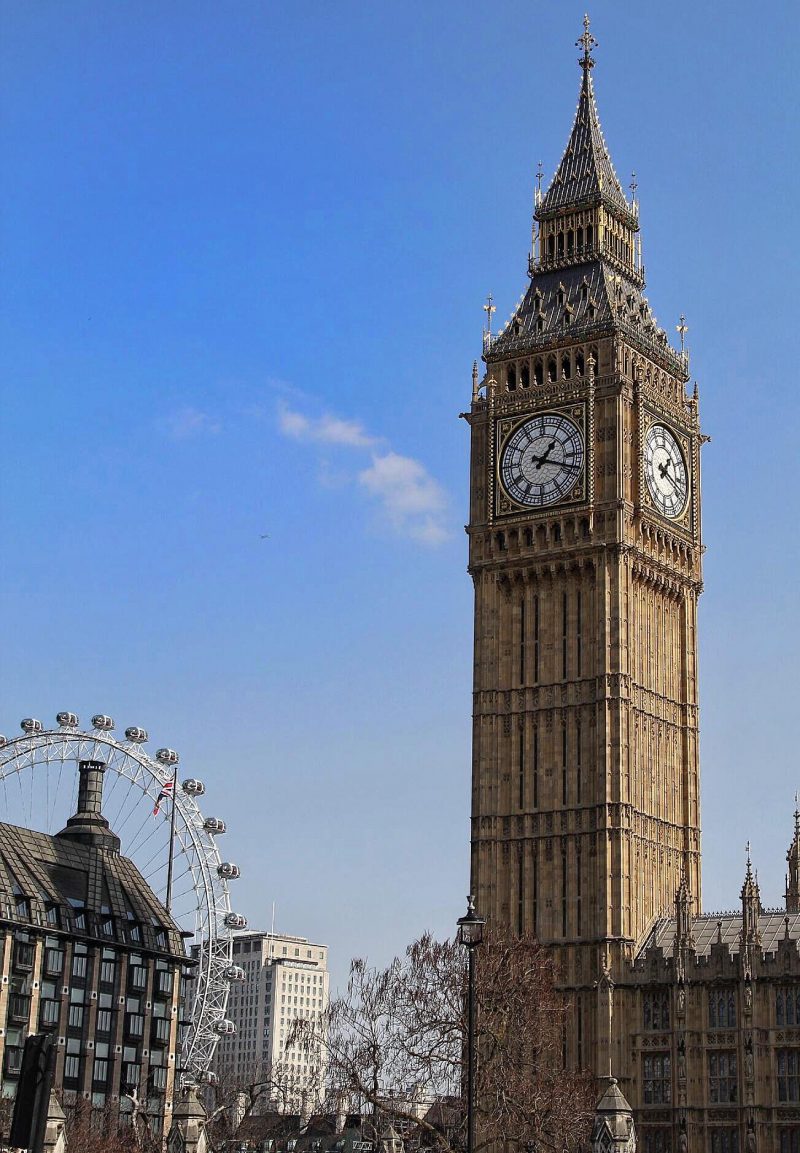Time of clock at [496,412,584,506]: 1:18
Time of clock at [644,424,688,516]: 1:18
